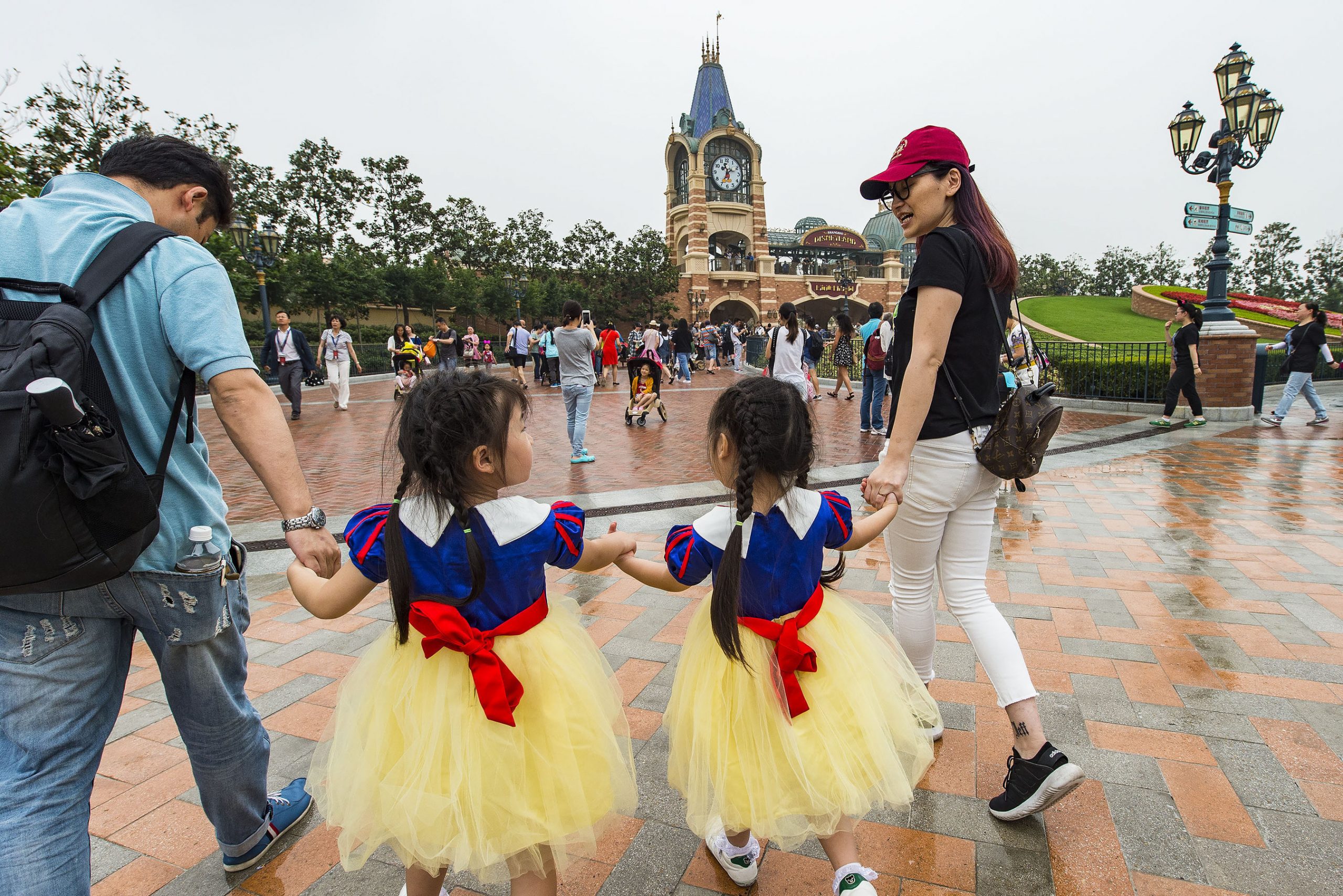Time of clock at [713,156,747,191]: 11:35
